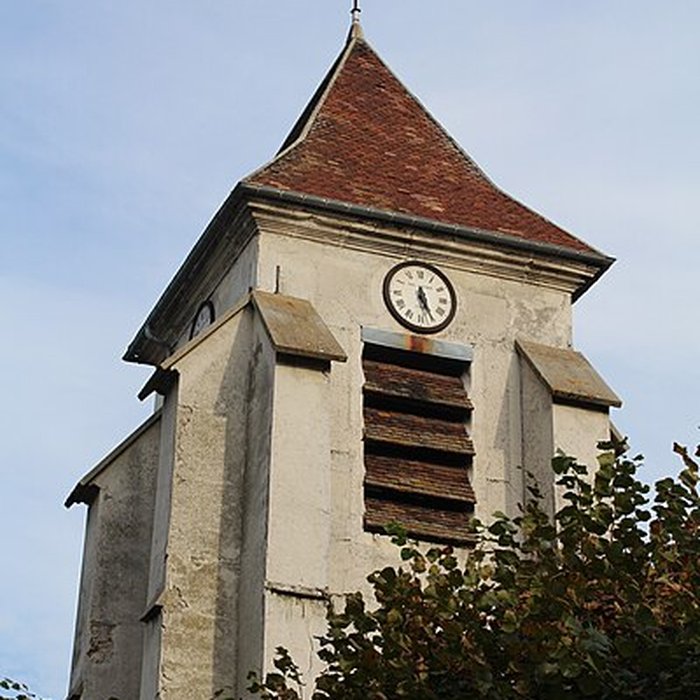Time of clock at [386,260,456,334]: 11:25
